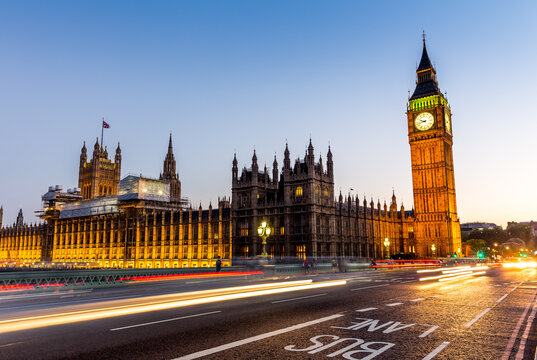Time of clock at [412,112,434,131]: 9:42
